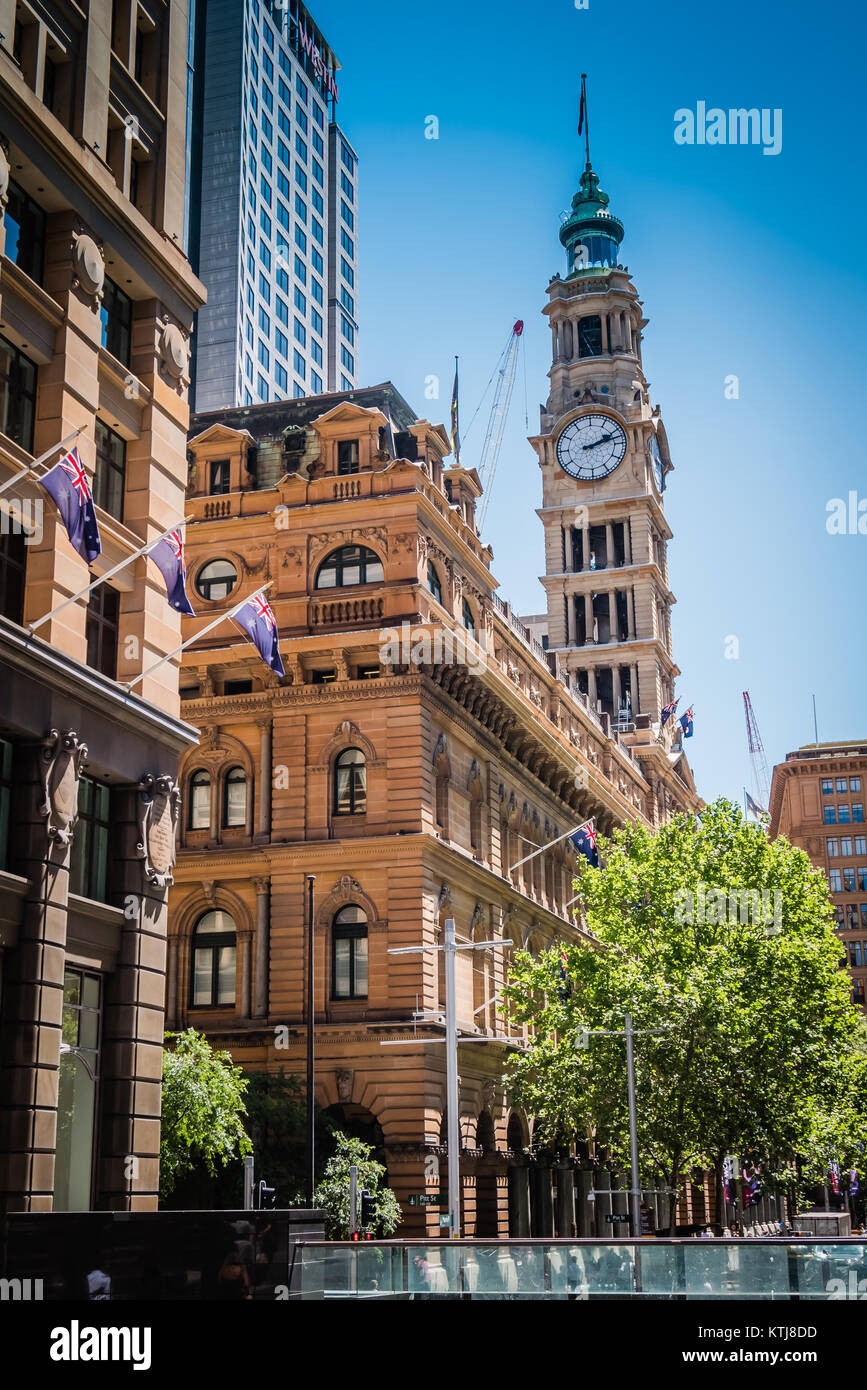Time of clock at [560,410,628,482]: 2:12
